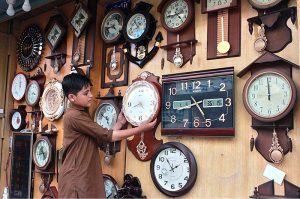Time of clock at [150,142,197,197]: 1:53
